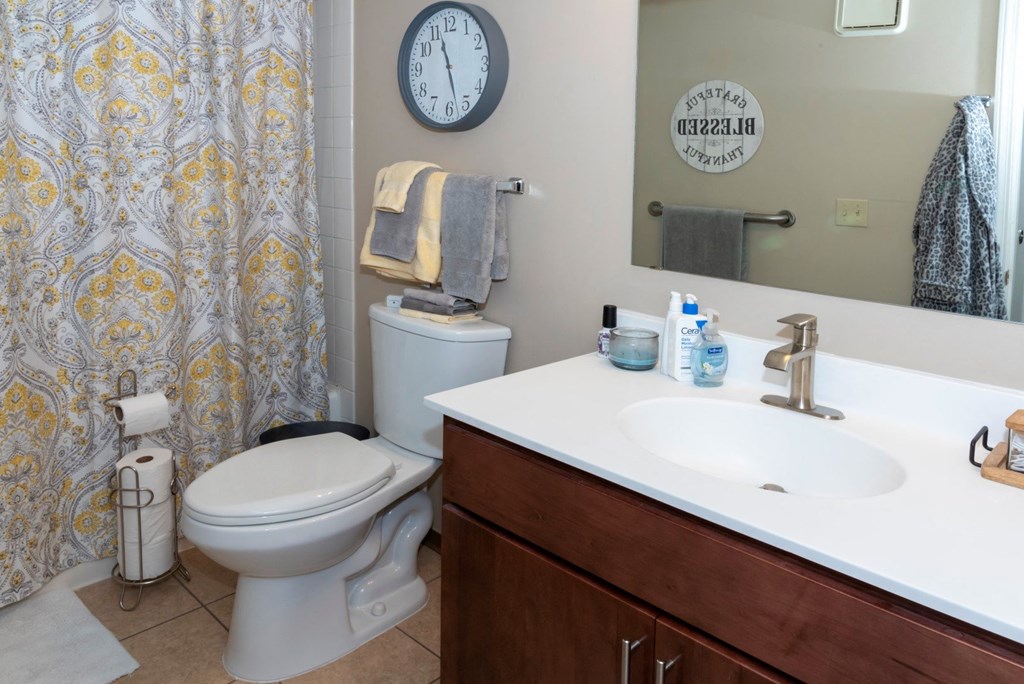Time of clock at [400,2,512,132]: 11:27
